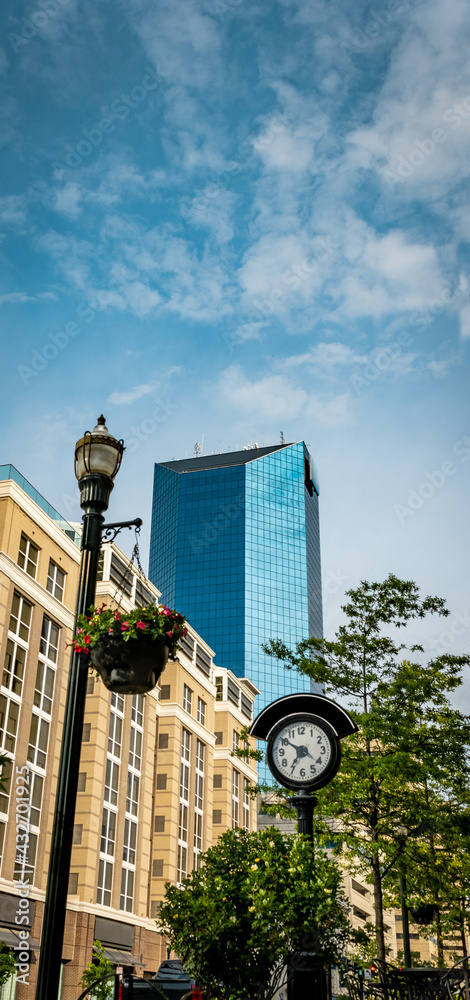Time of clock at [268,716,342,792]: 6:50
